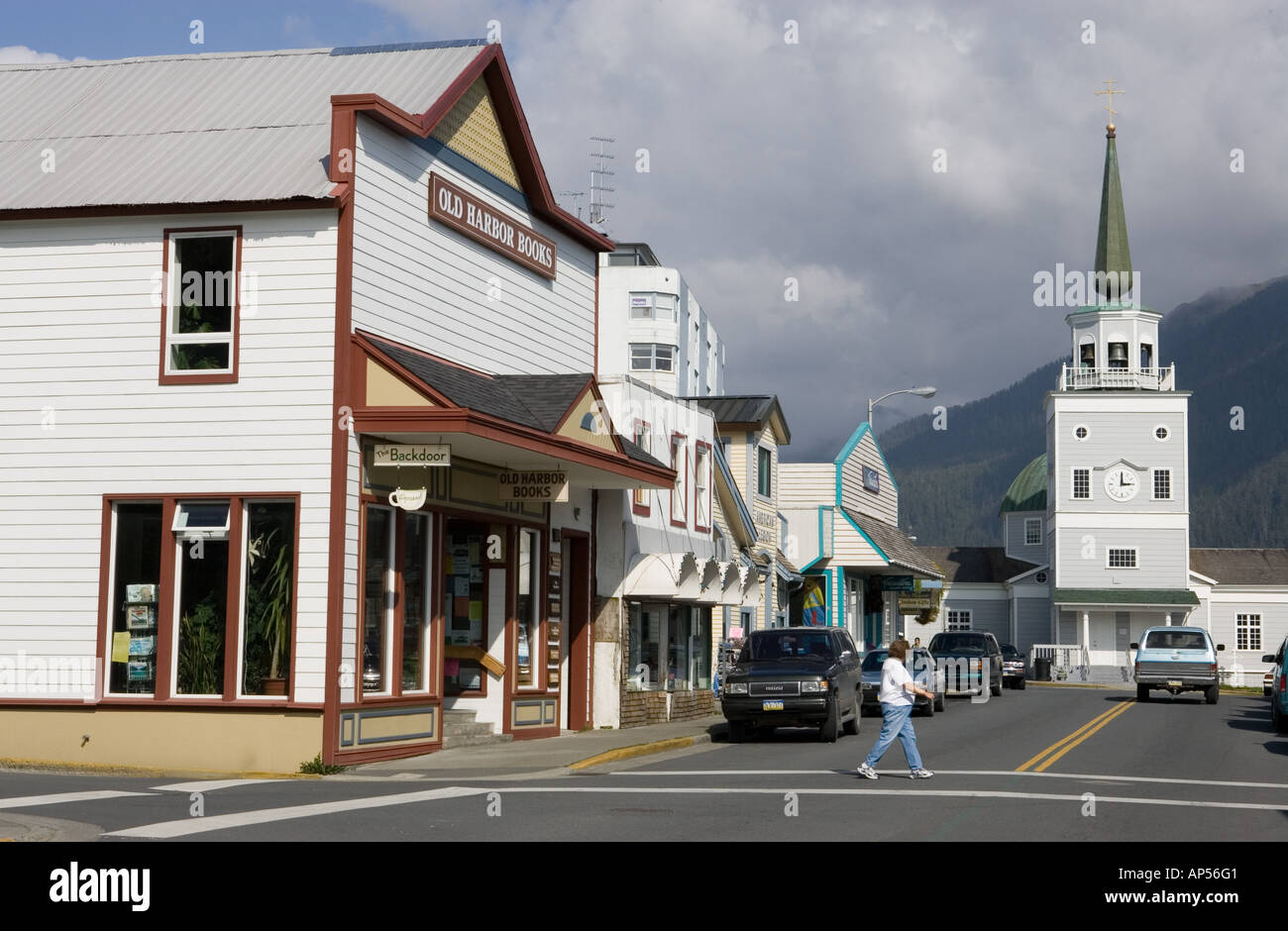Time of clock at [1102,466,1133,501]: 3:00
